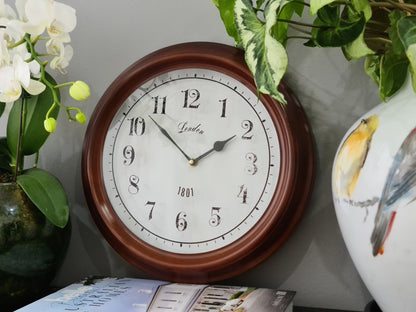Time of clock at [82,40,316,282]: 1:52
